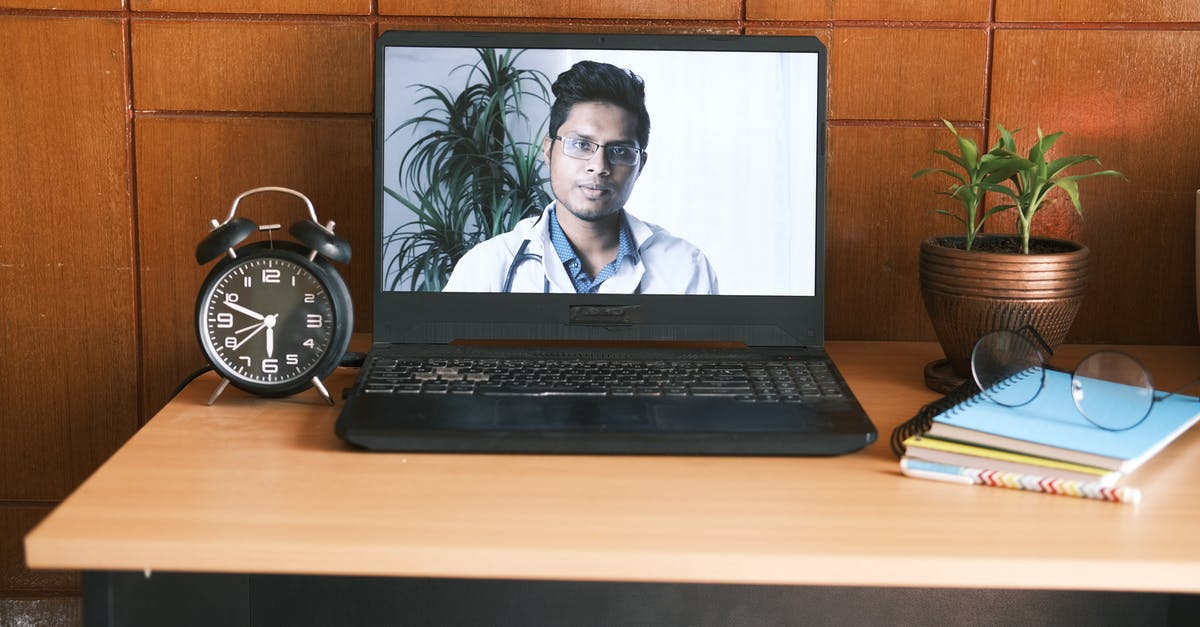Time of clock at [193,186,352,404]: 5:48
